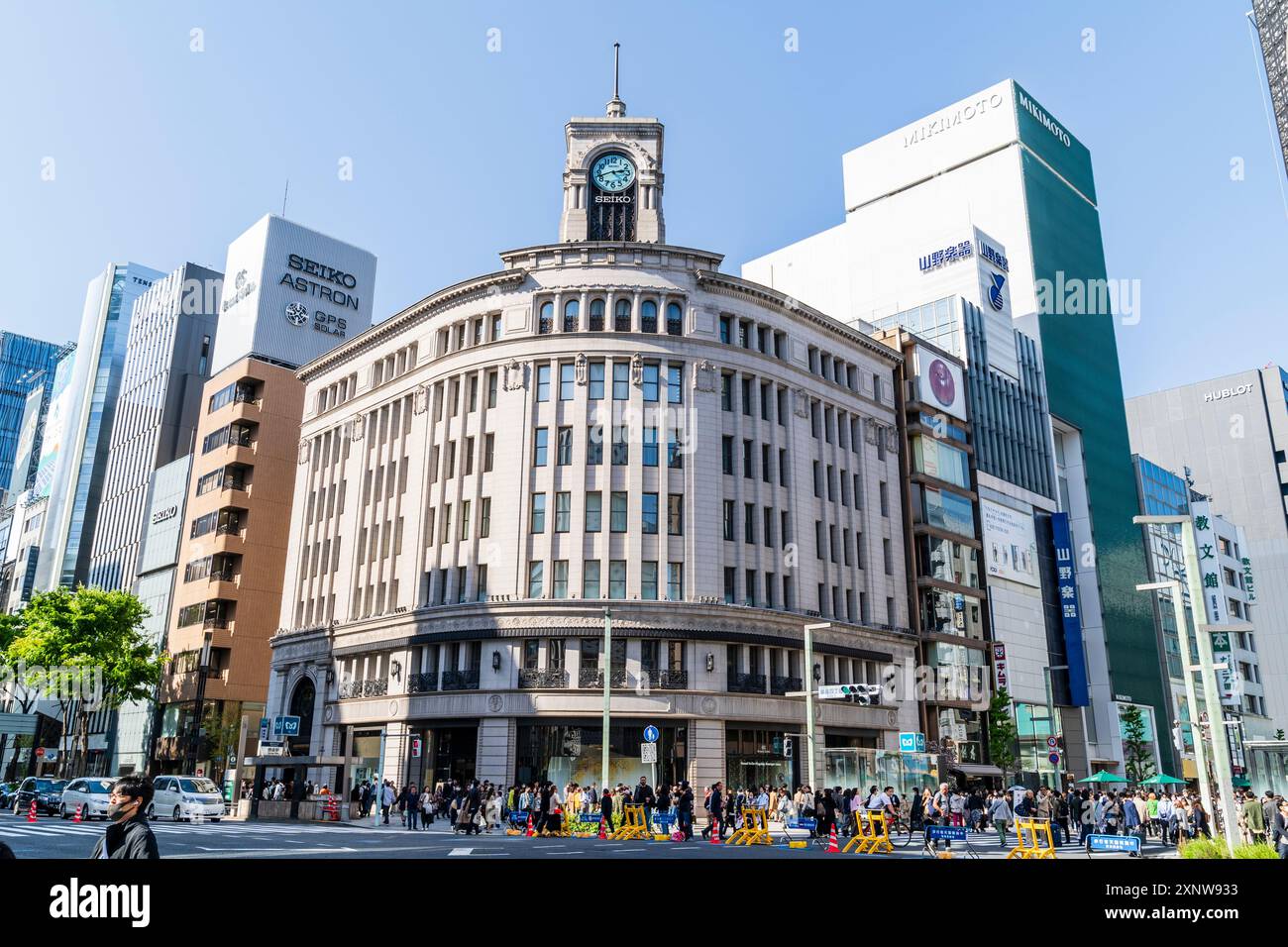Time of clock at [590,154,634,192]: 2:41
